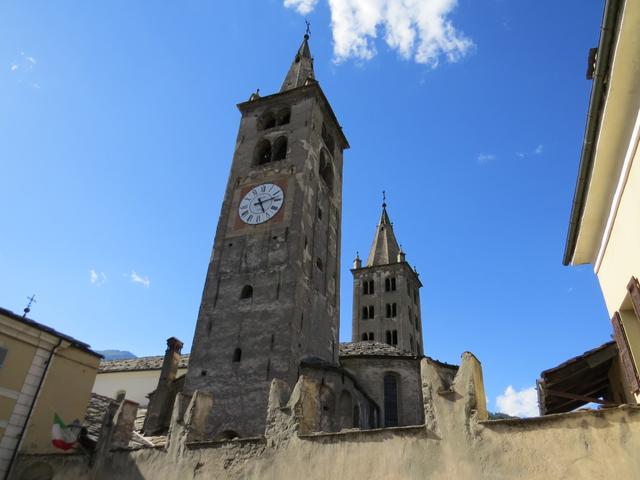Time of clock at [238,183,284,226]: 5:12
